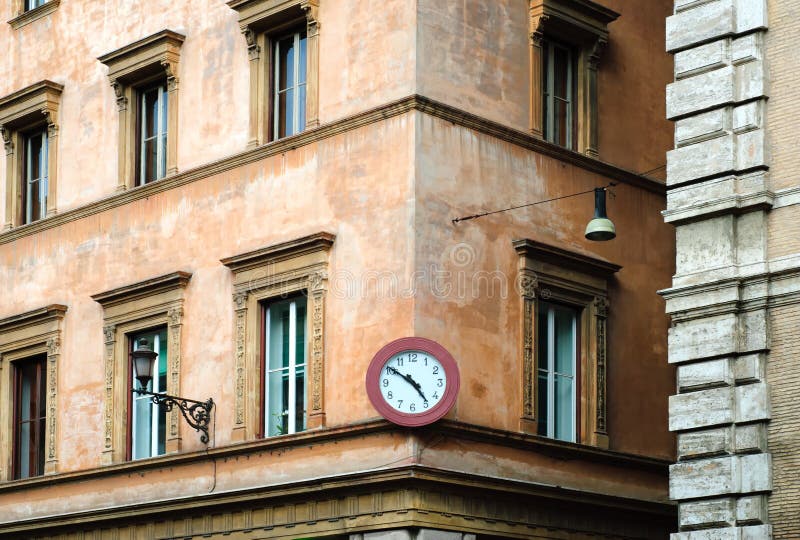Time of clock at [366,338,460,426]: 4:50
